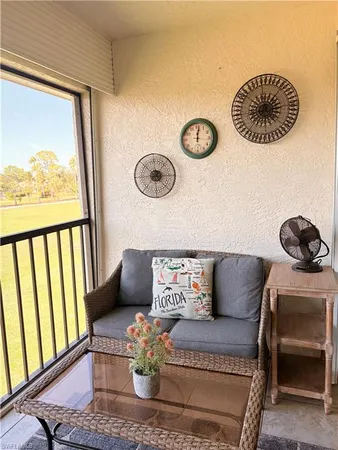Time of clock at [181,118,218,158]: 12:01
